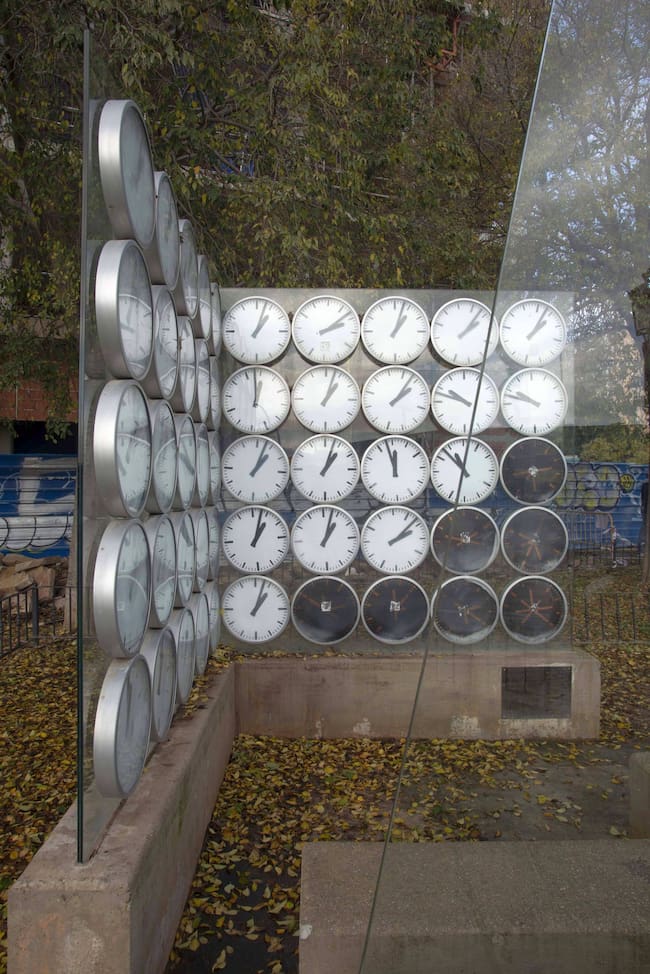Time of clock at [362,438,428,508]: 11:57
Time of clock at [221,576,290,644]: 1:03
